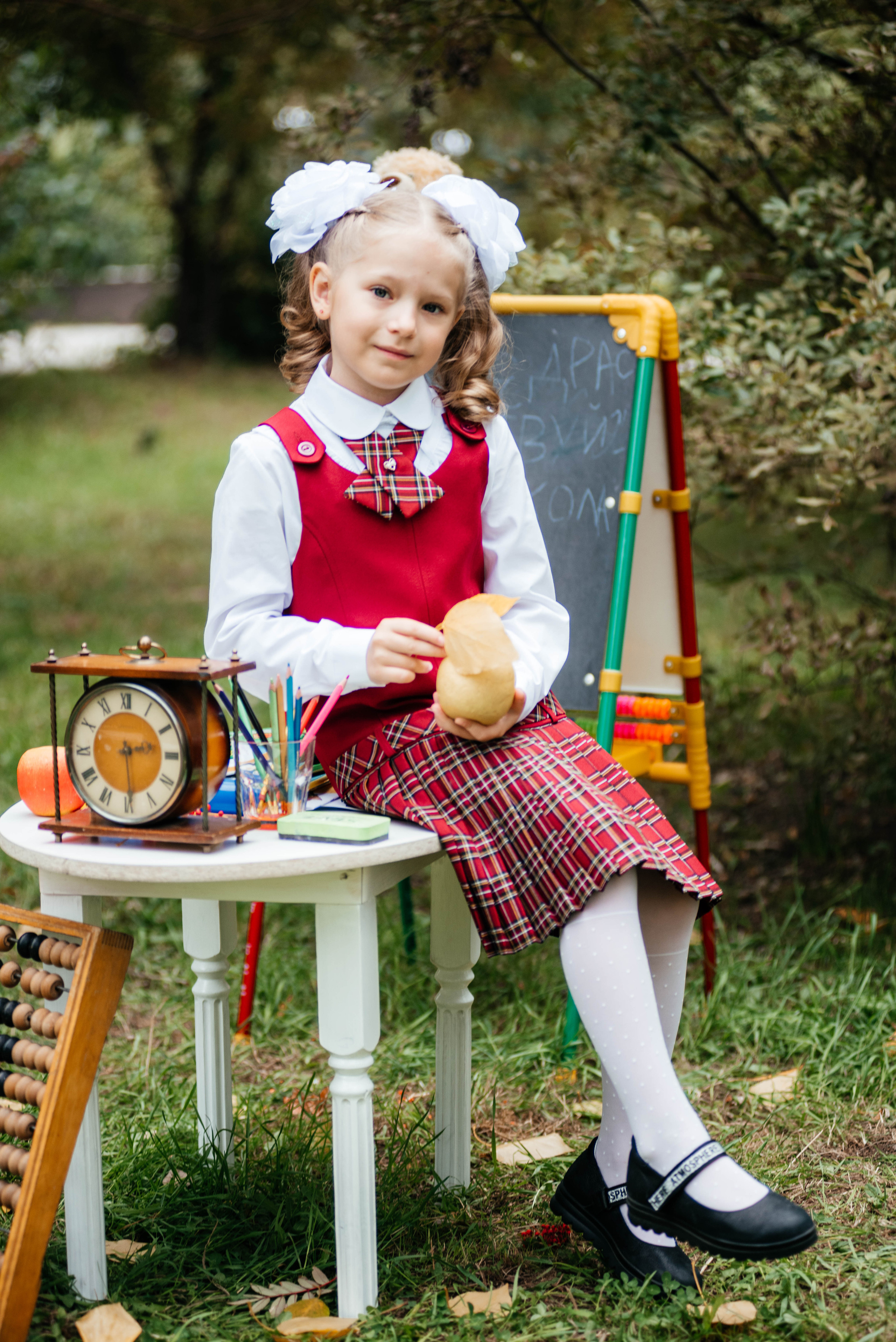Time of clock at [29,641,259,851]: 2:29
